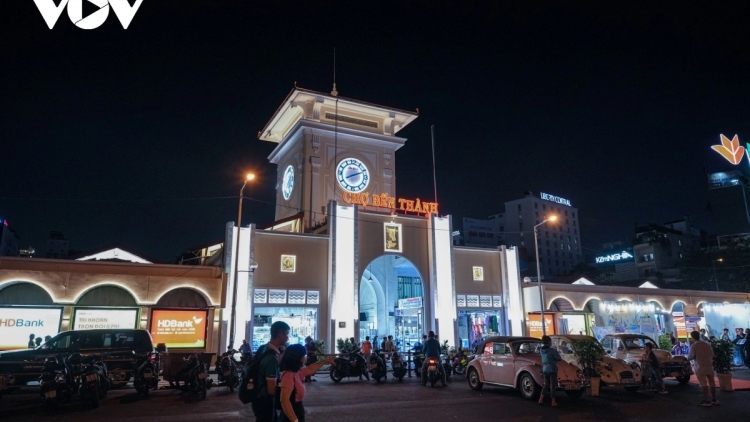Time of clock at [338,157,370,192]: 8:10
